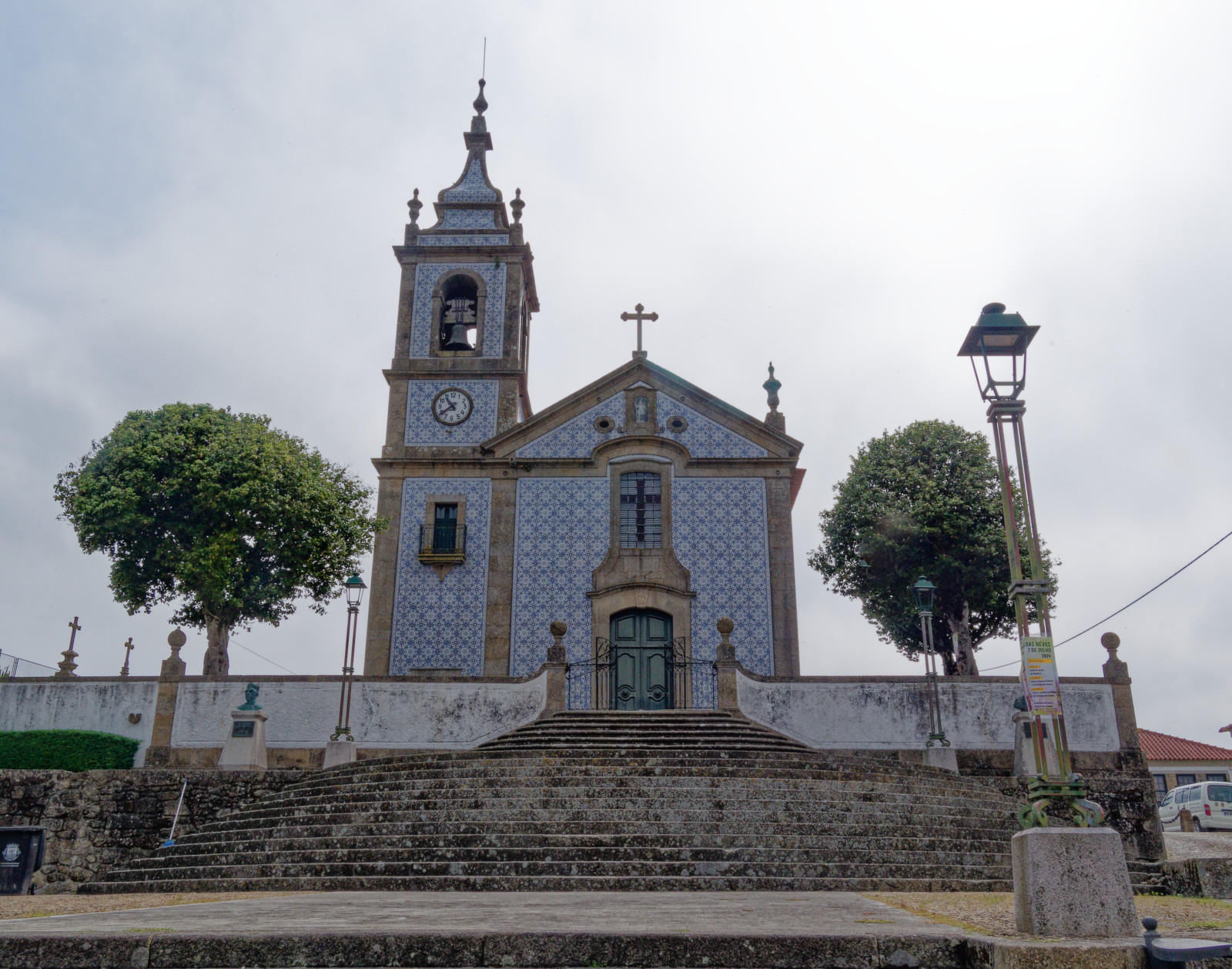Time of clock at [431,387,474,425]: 10:38
